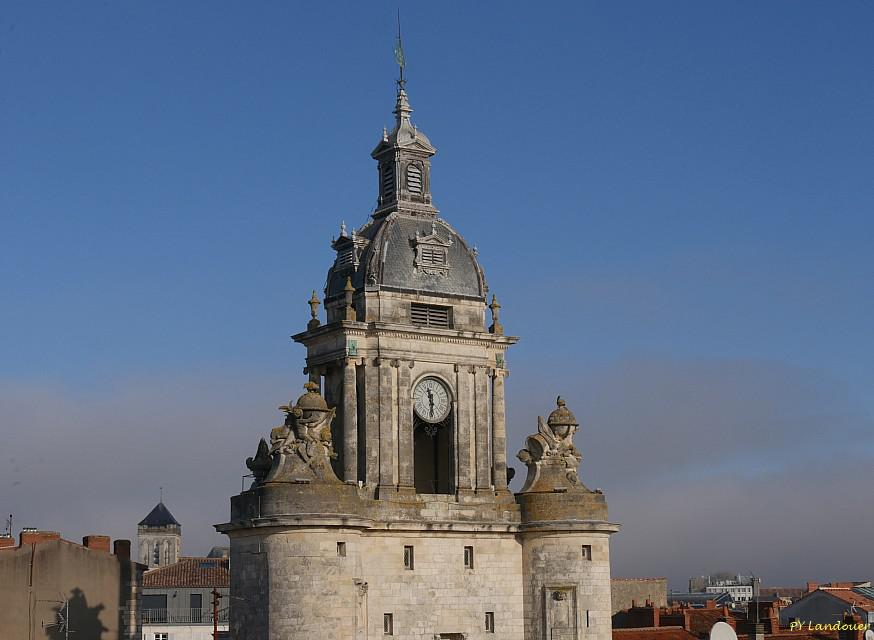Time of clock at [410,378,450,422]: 11:29
